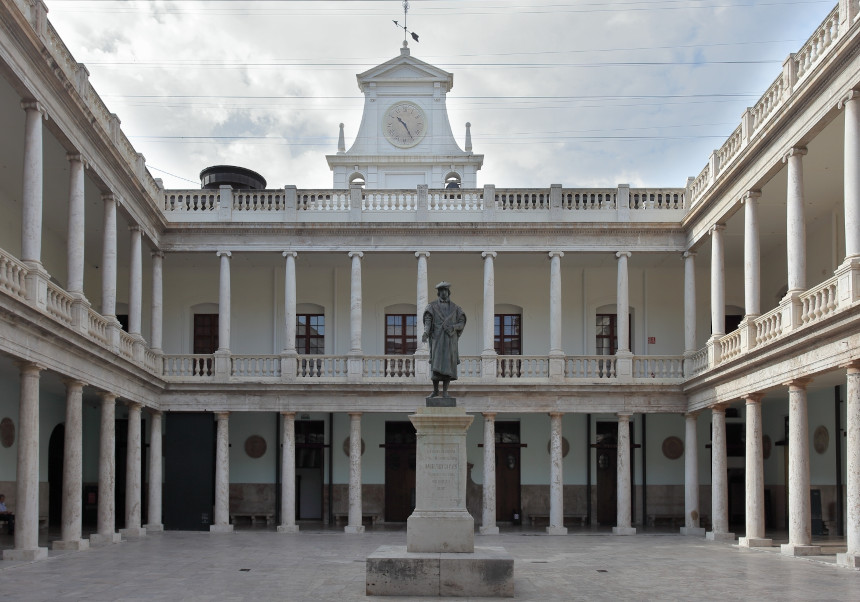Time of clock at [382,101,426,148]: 10:24
